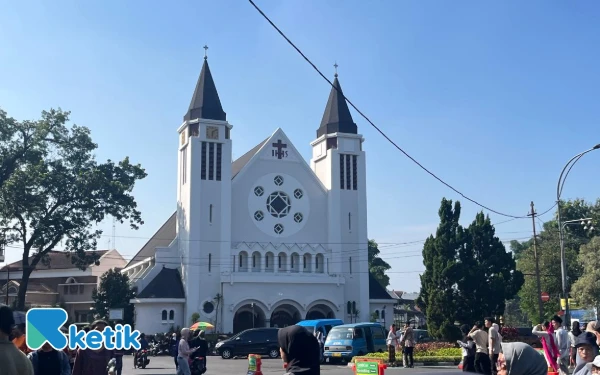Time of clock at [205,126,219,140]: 6:08
